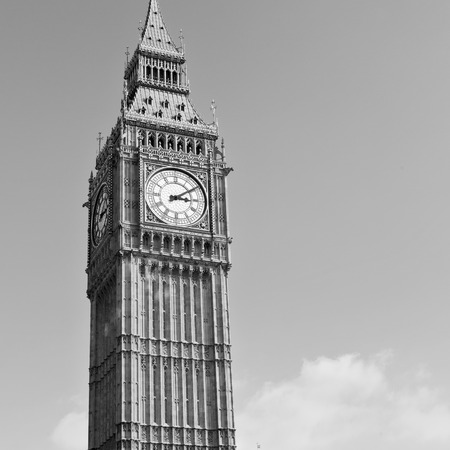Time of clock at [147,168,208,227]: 3:09
